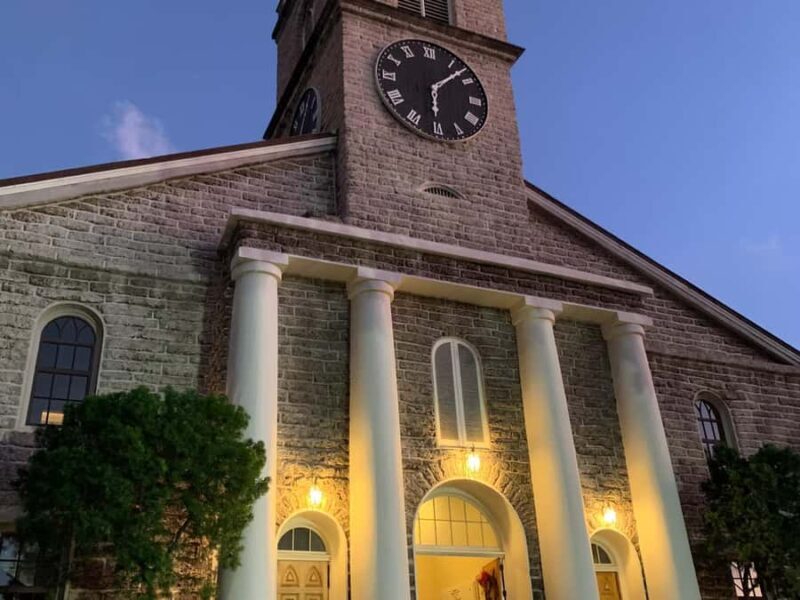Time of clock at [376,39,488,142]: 6:07
